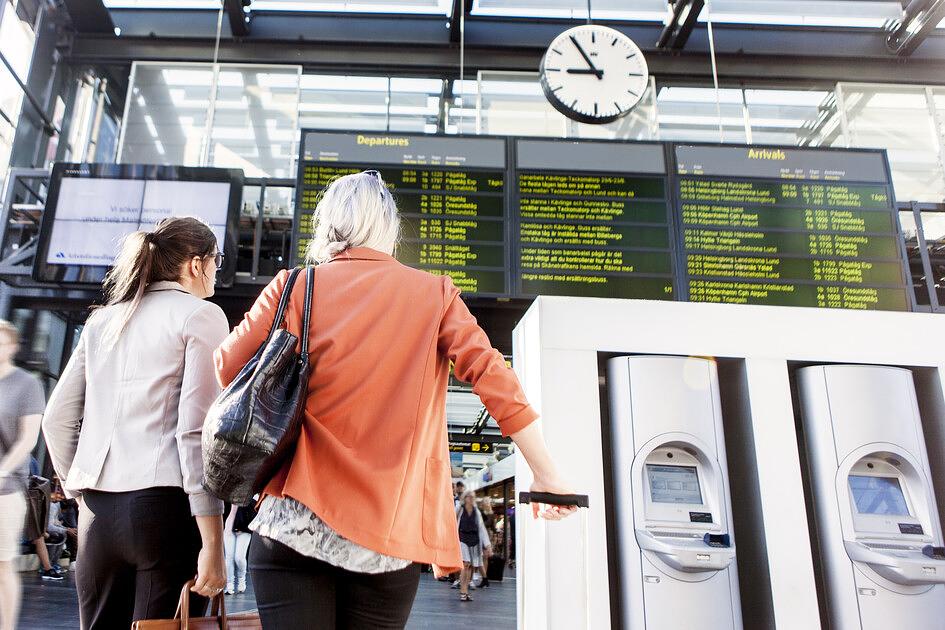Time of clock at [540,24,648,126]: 8:54
